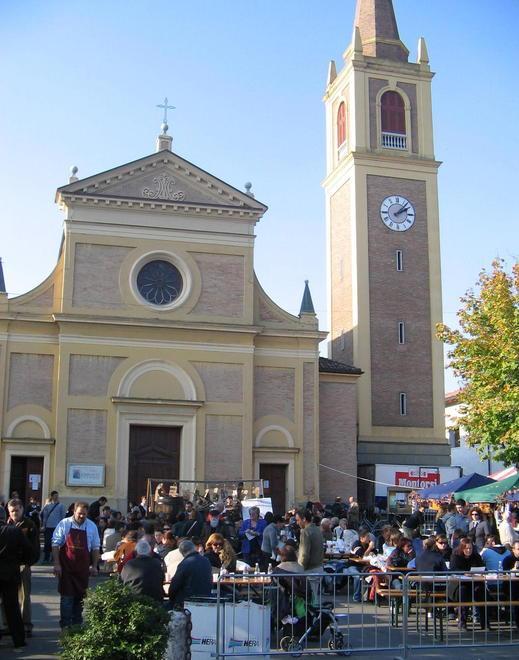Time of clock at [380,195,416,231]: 2:07
